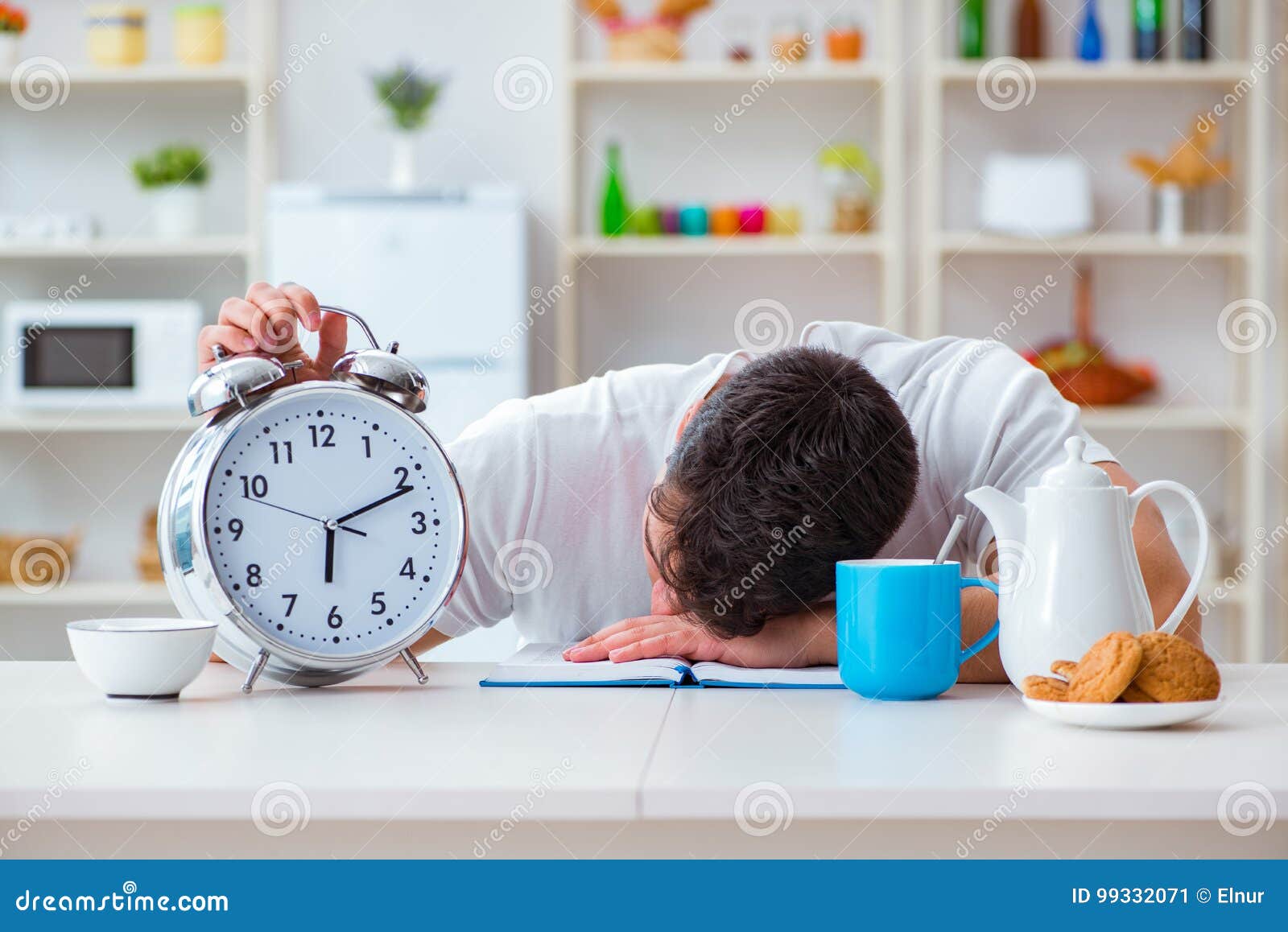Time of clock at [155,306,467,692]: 6:11
